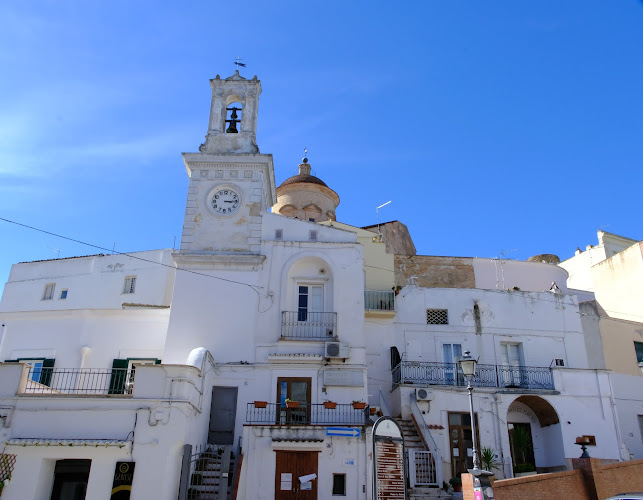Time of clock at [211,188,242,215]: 3:14
